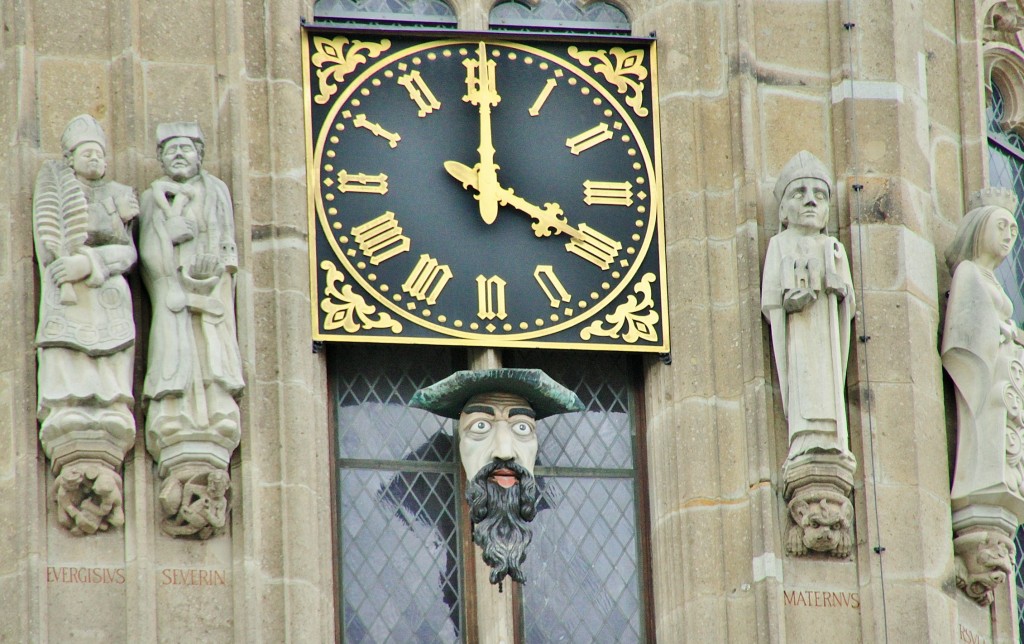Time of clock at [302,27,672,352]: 4:00
